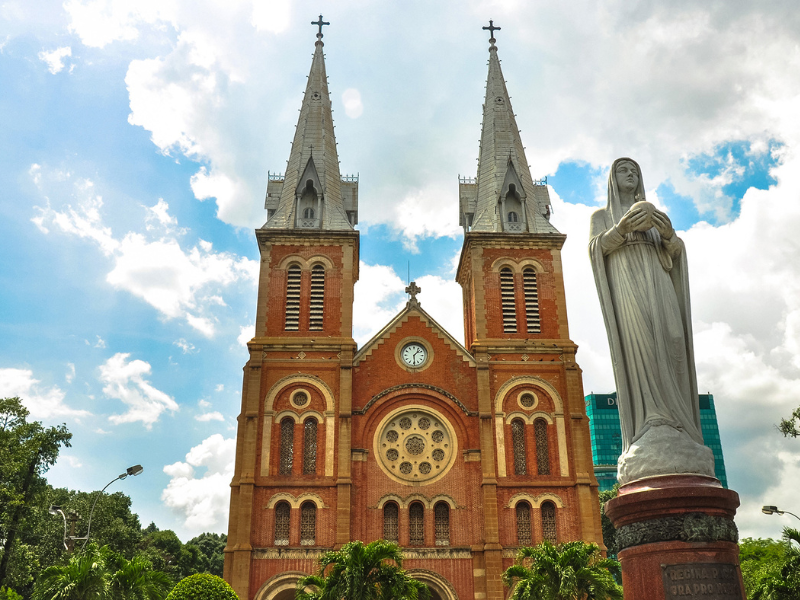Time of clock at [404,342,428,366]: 1:29
